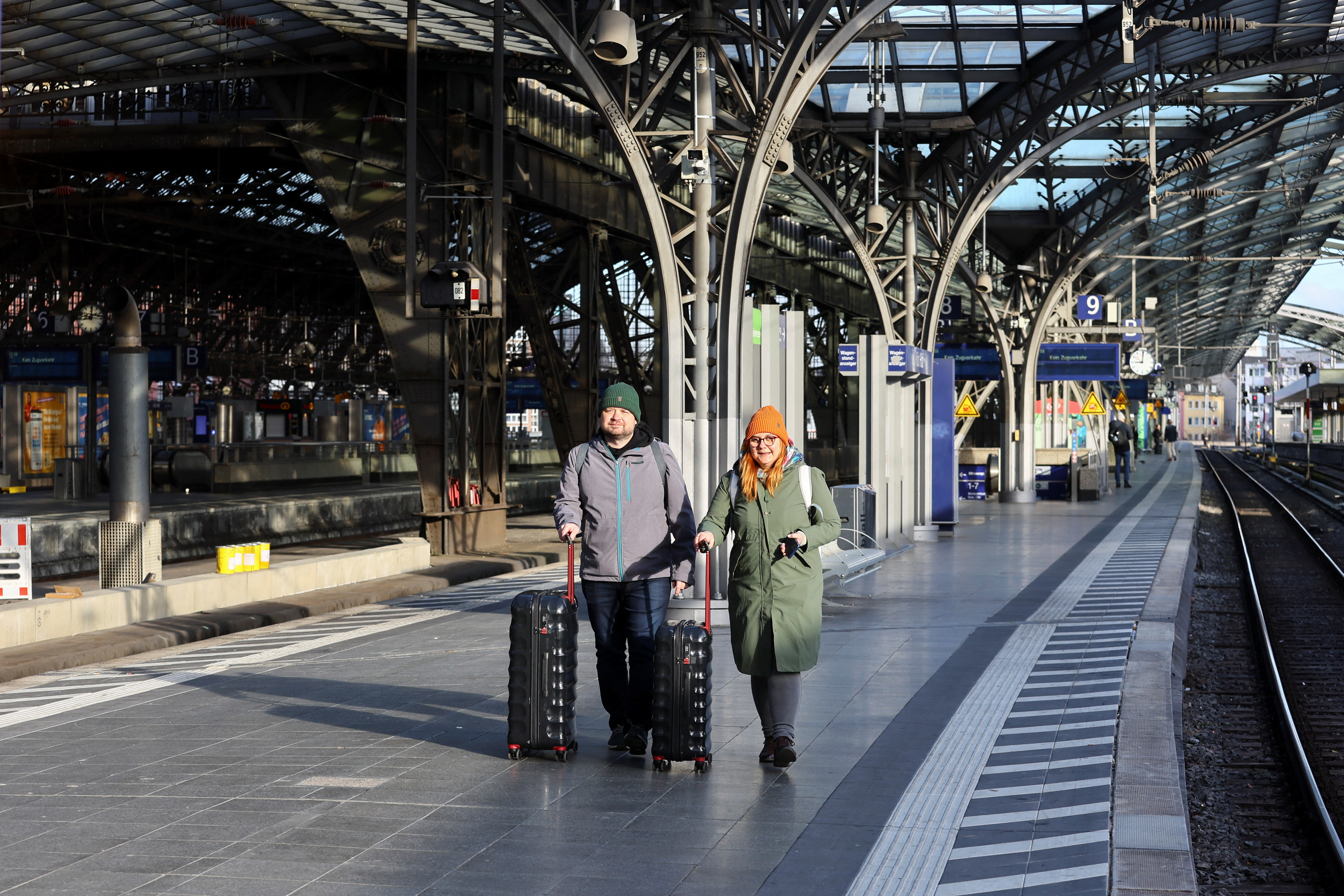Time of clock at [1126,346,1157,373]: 9:01
